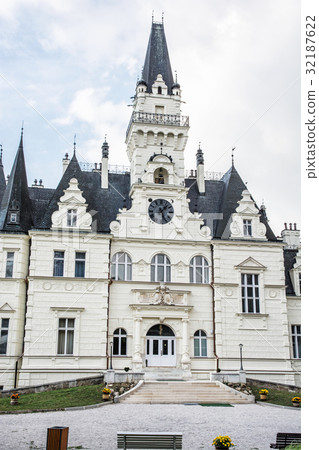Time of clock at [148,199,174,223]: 1:26
